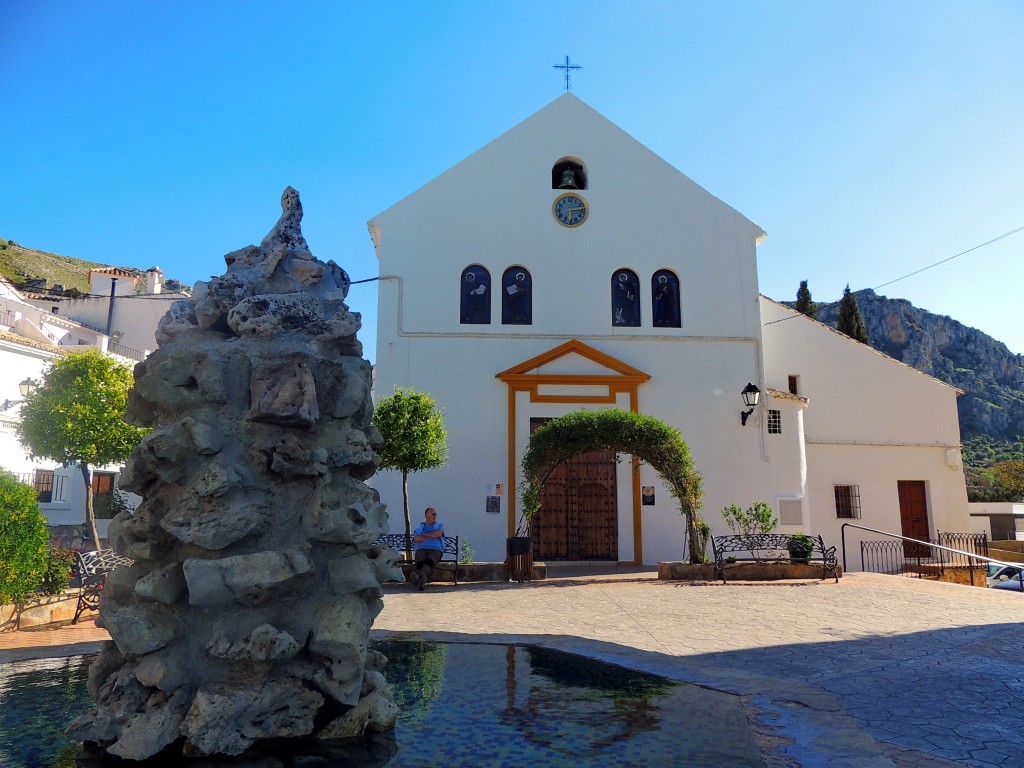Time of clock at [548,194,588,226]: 6:13
